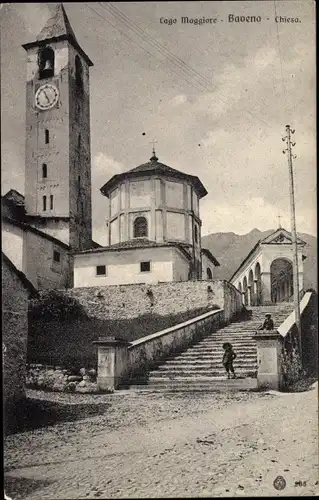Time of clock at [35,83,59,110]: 4:56
